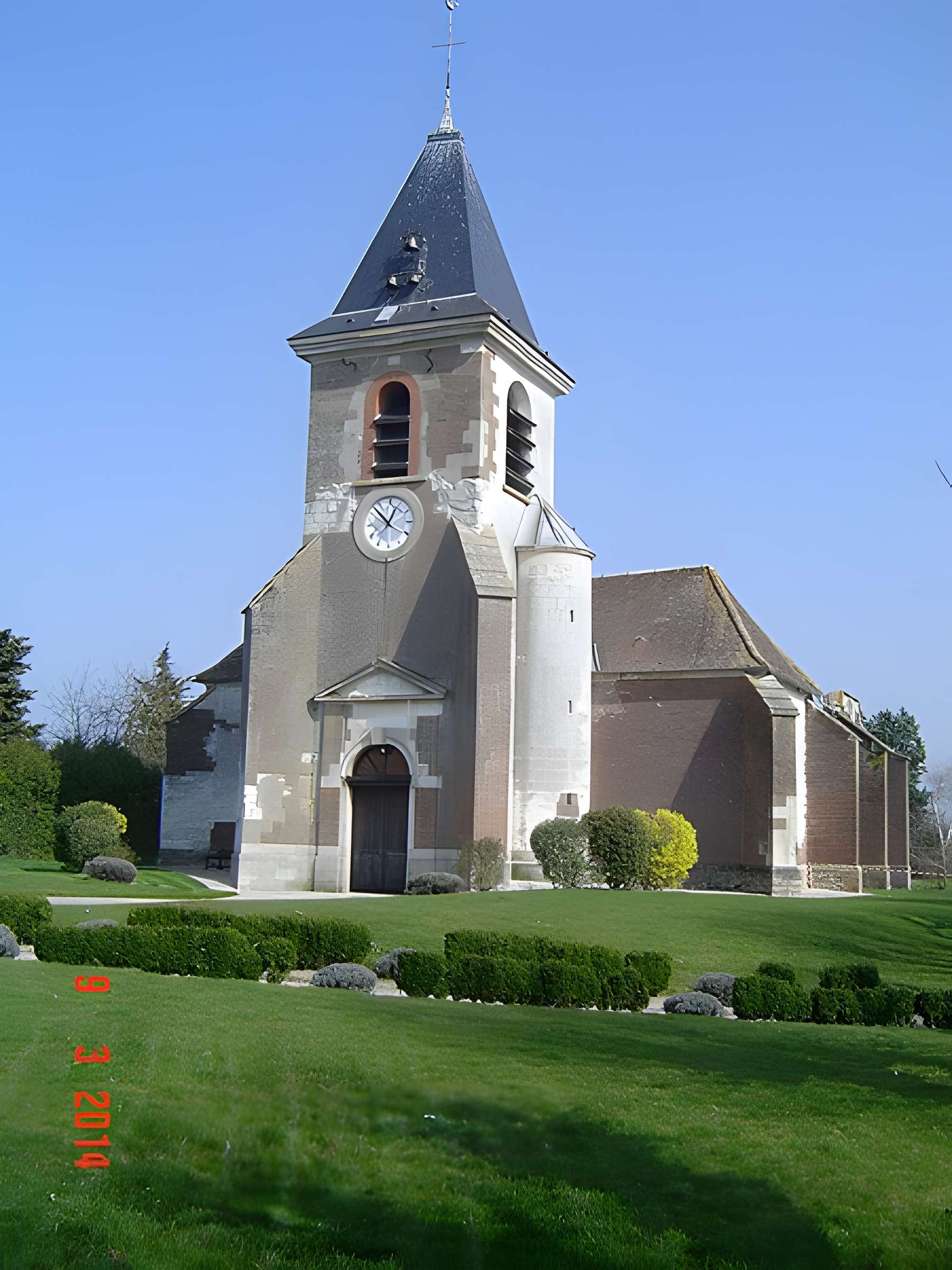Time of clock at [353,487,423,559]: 12:52
